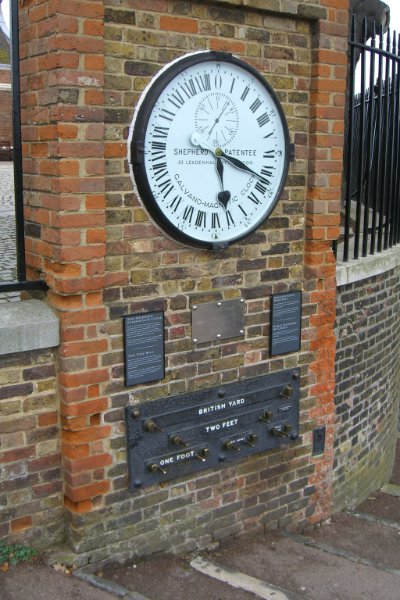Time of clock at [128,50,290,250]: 5:18
